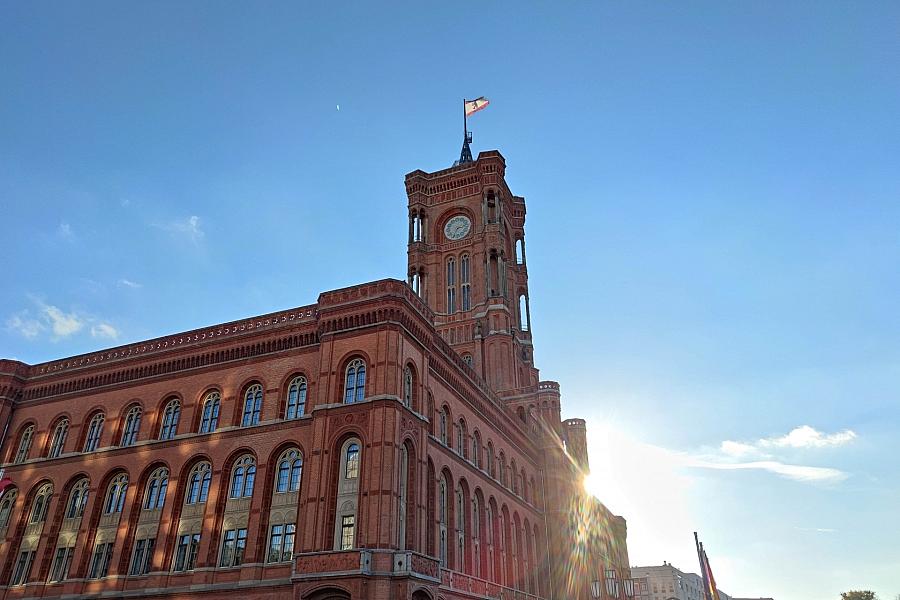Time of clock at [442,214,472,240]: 2:34
